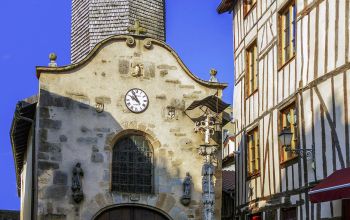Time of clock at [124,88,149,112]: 9:54
